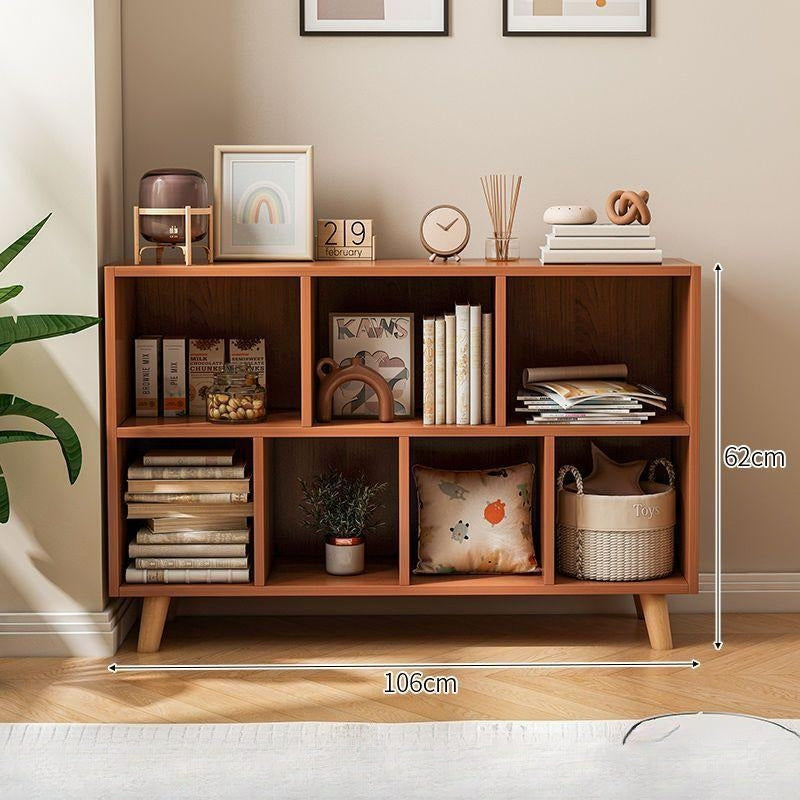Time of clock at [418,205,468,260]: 10:07
